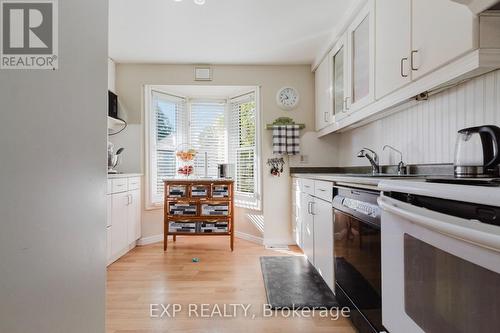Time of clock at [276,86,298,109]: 10:42
